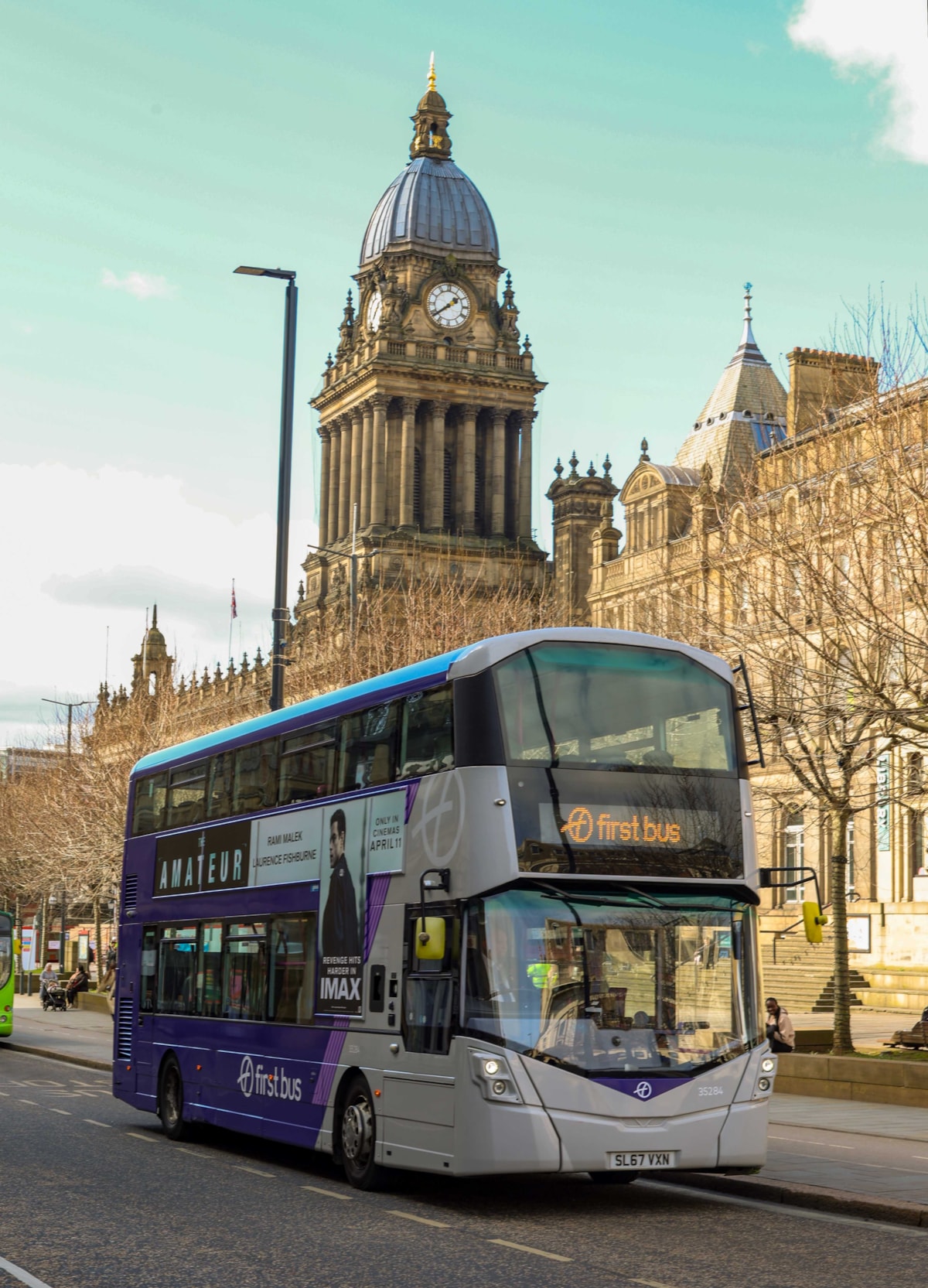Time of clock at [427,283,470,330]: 1:38
